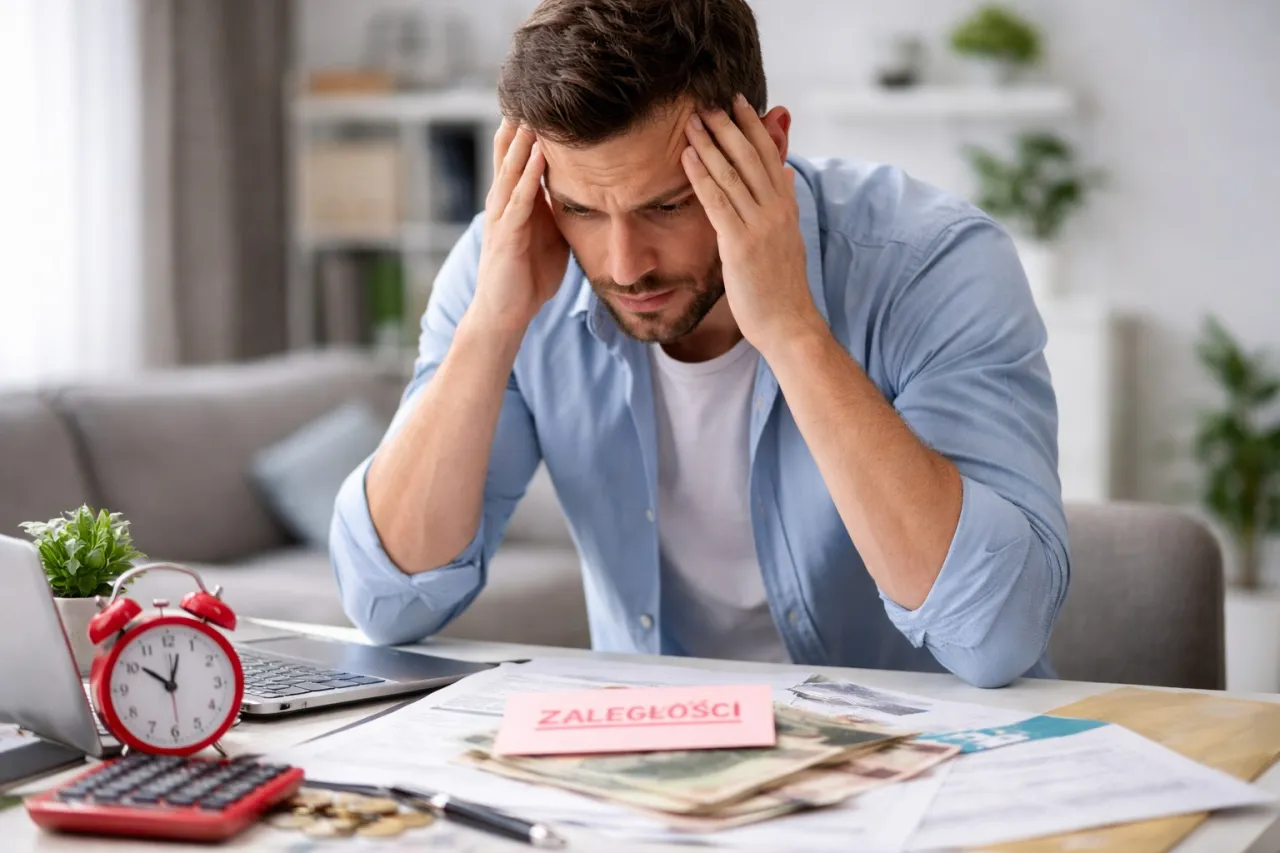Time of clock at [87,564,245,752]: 10:02
